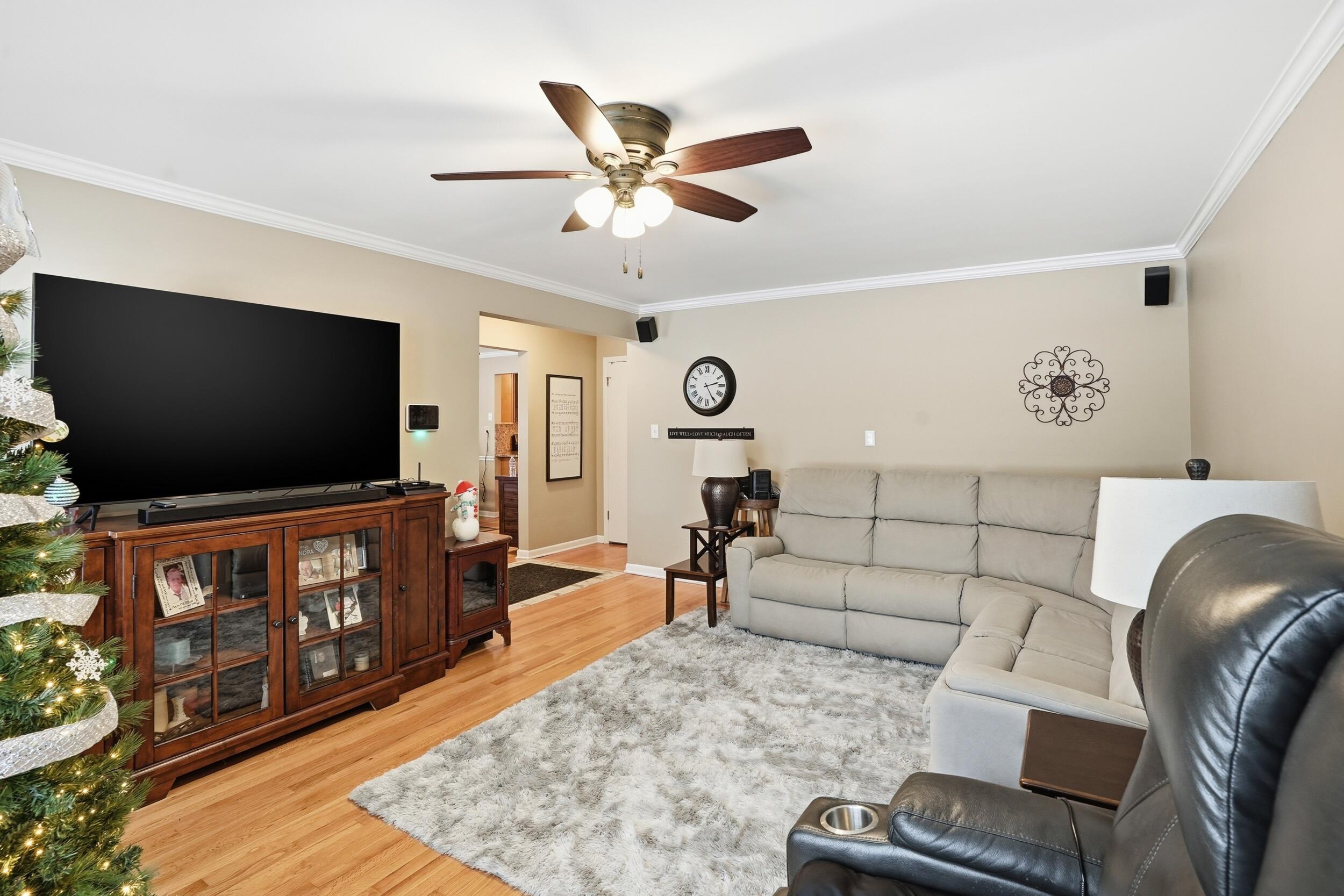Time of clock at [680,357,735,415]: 2:25
